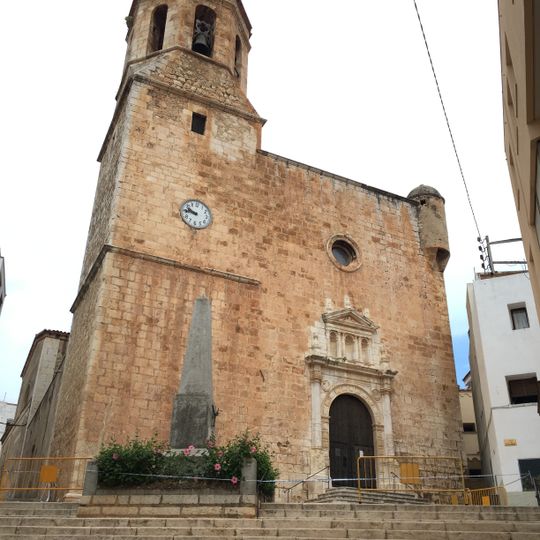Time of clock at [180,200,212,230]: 9:45
